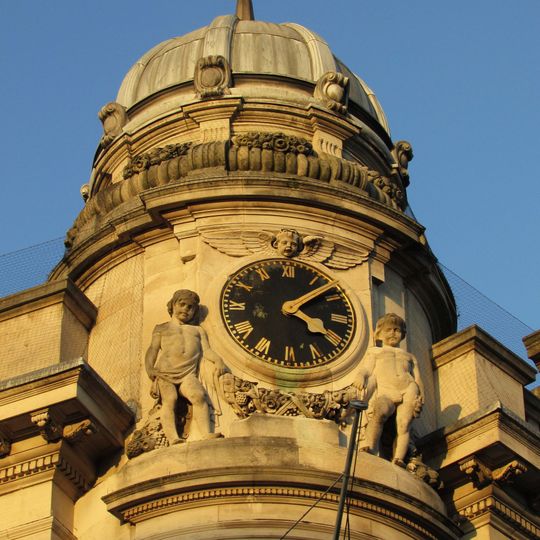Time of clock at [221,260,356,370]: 4:07
